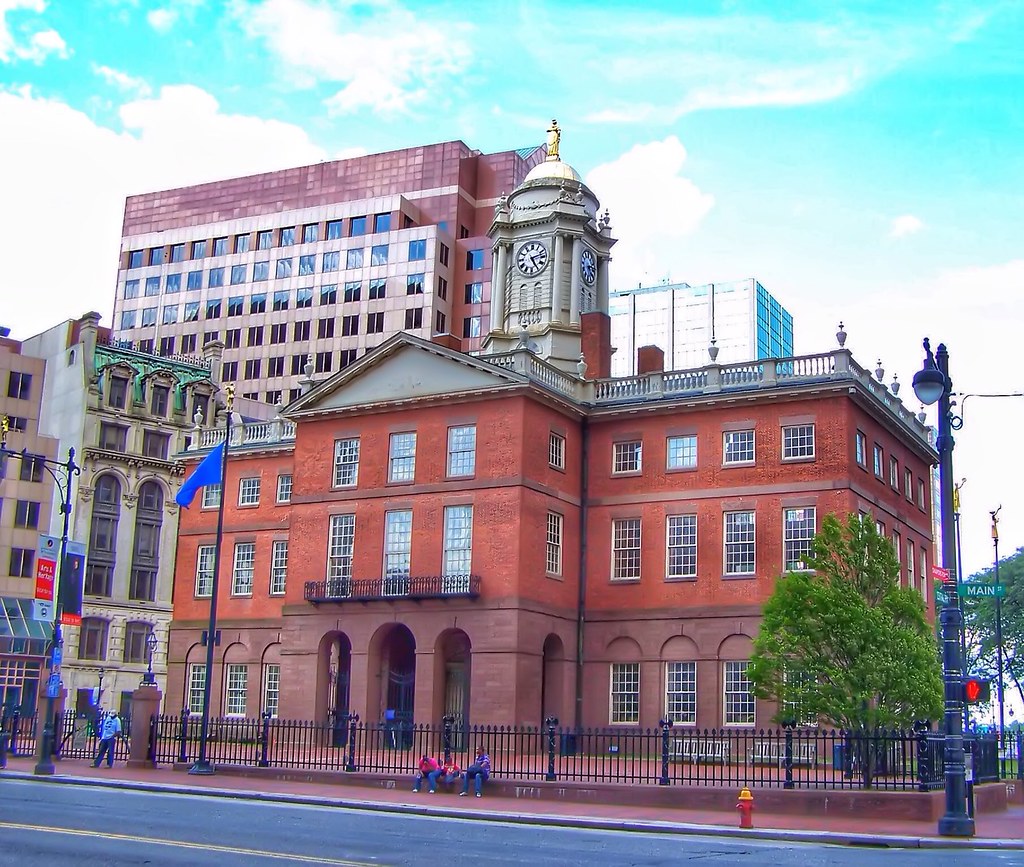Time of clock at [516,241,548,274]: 5:12
